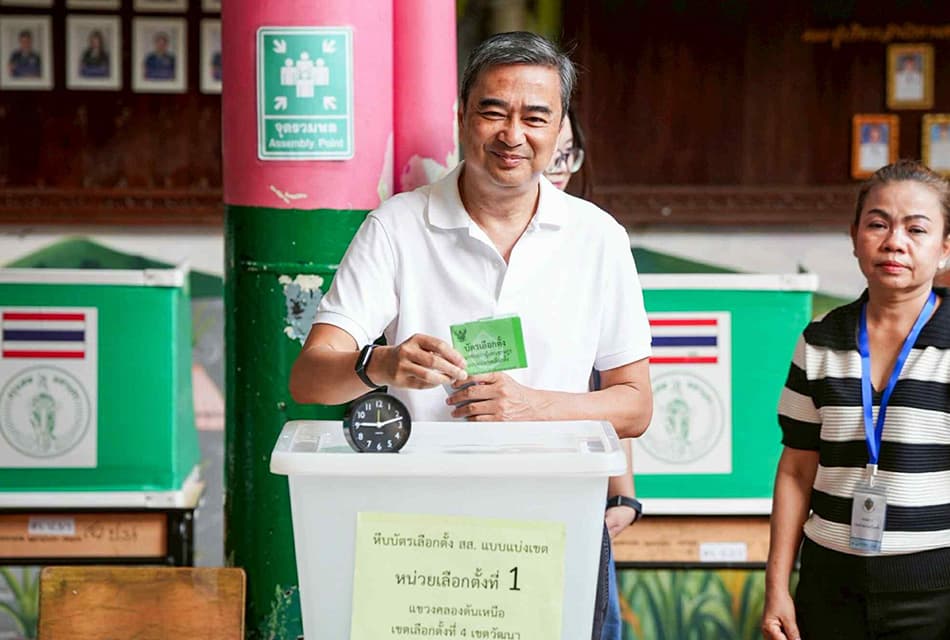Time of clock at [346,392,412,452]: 9:12
